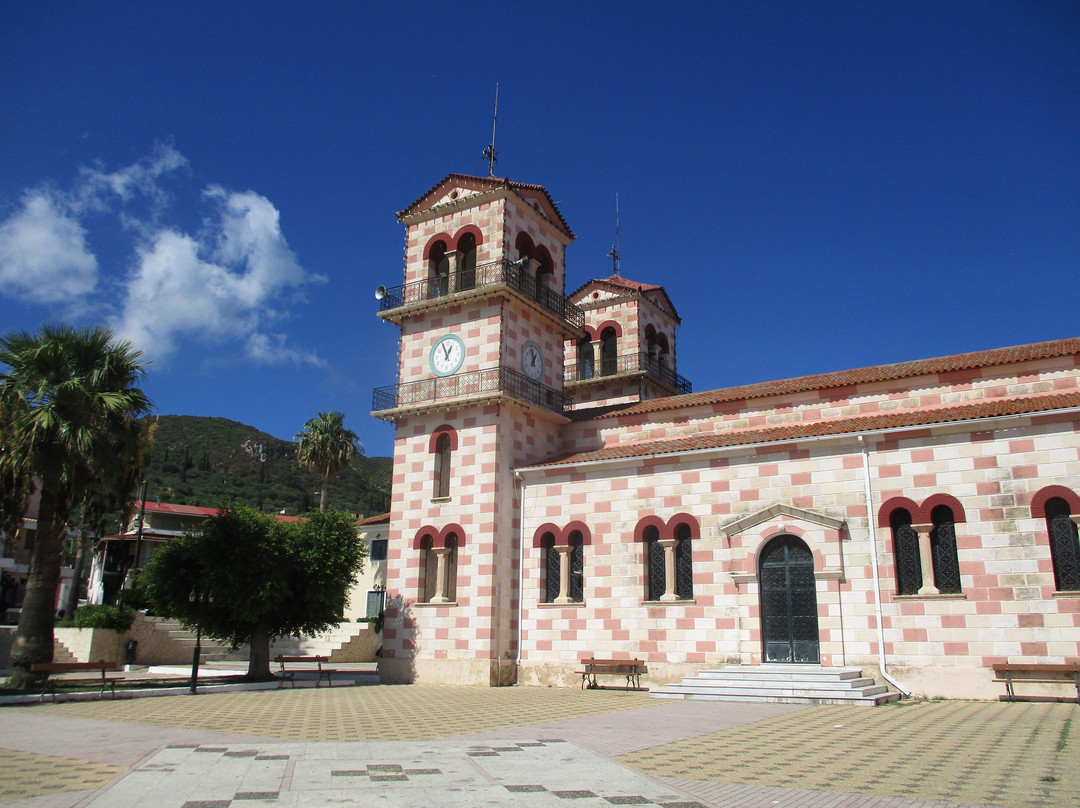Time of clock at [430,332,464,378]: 12:55
